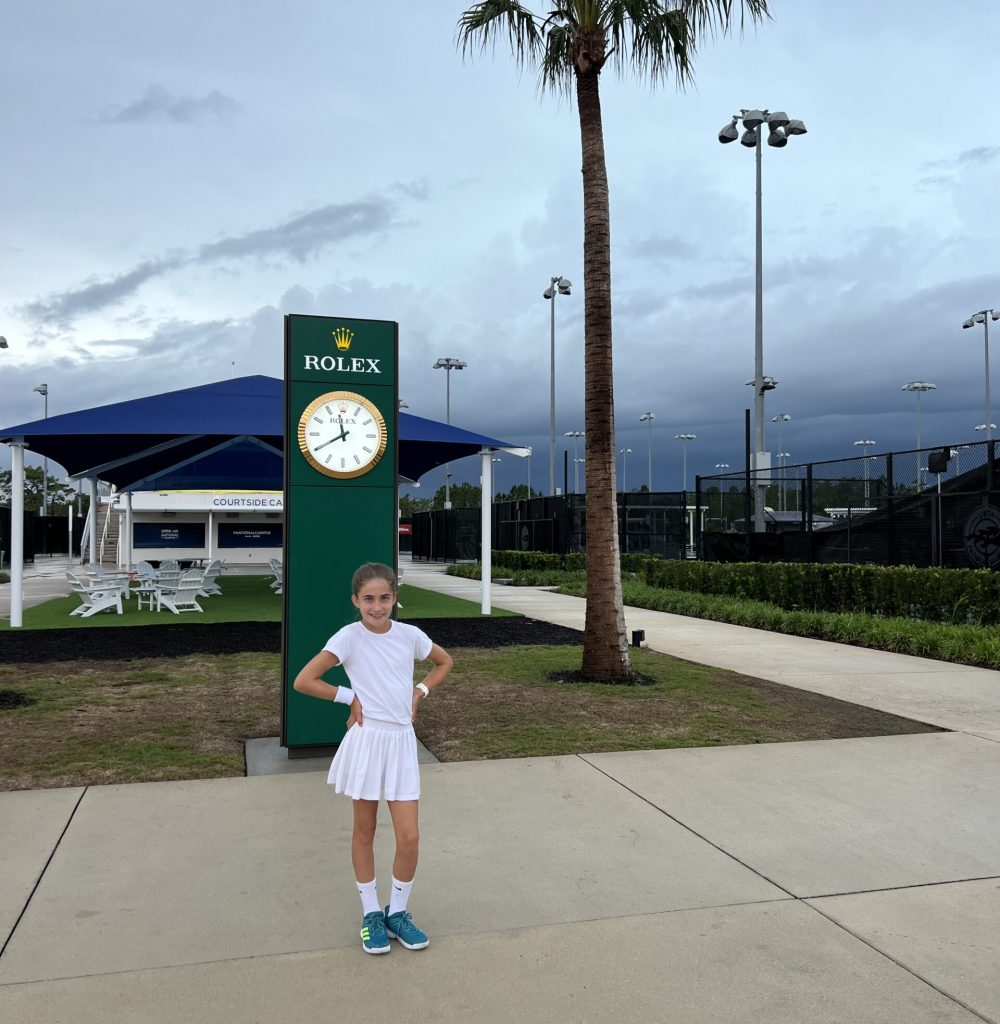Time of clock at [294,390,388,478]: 11:40
